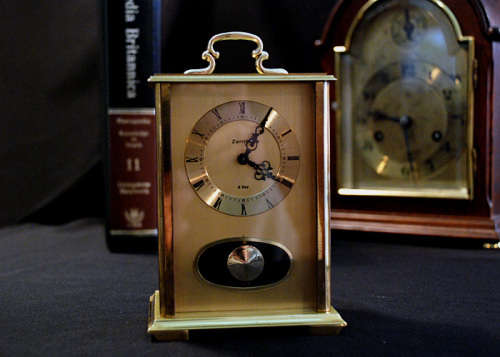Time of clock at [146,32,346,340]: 1:18
